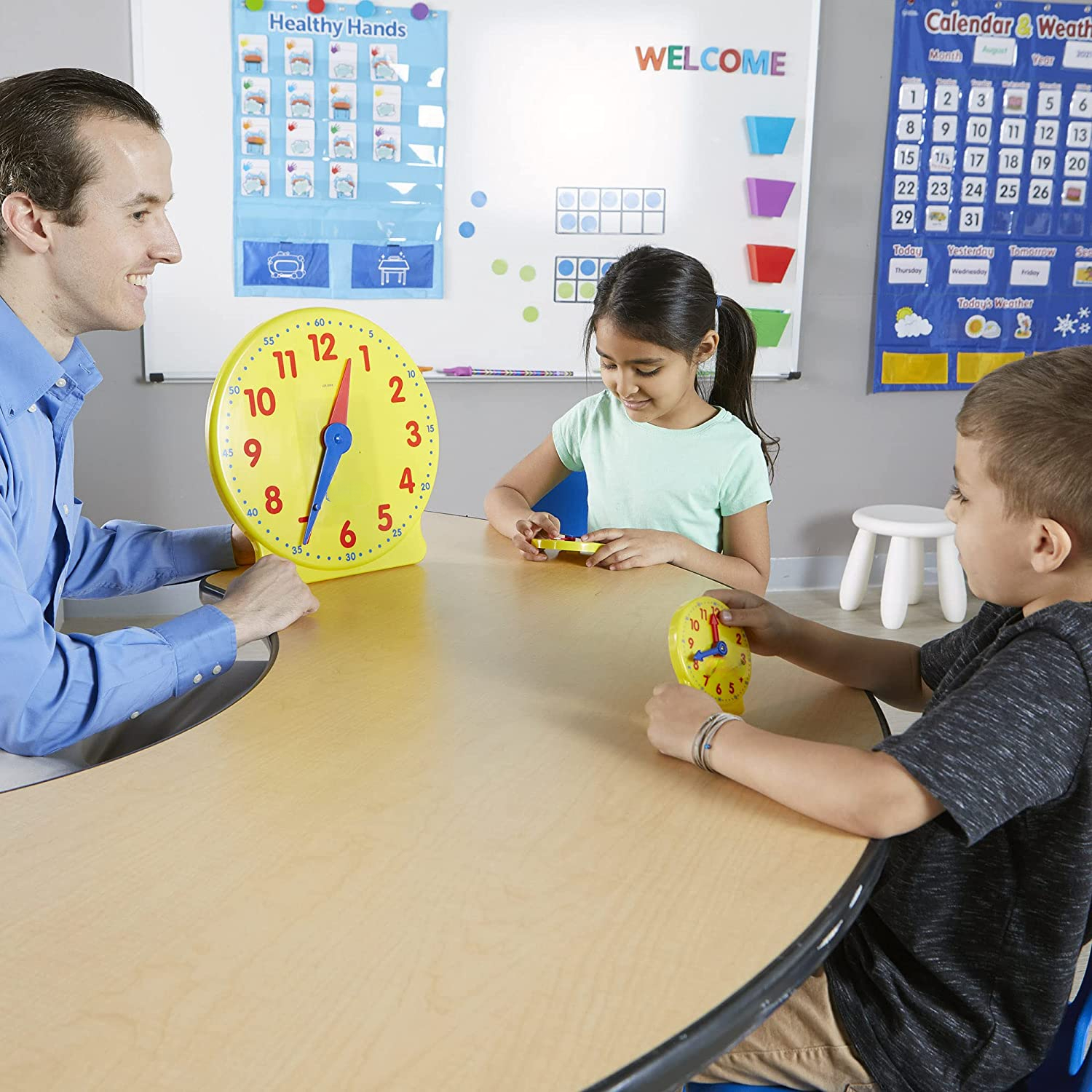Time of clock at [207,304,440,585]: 12:34
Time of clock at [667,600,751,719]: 11:41
